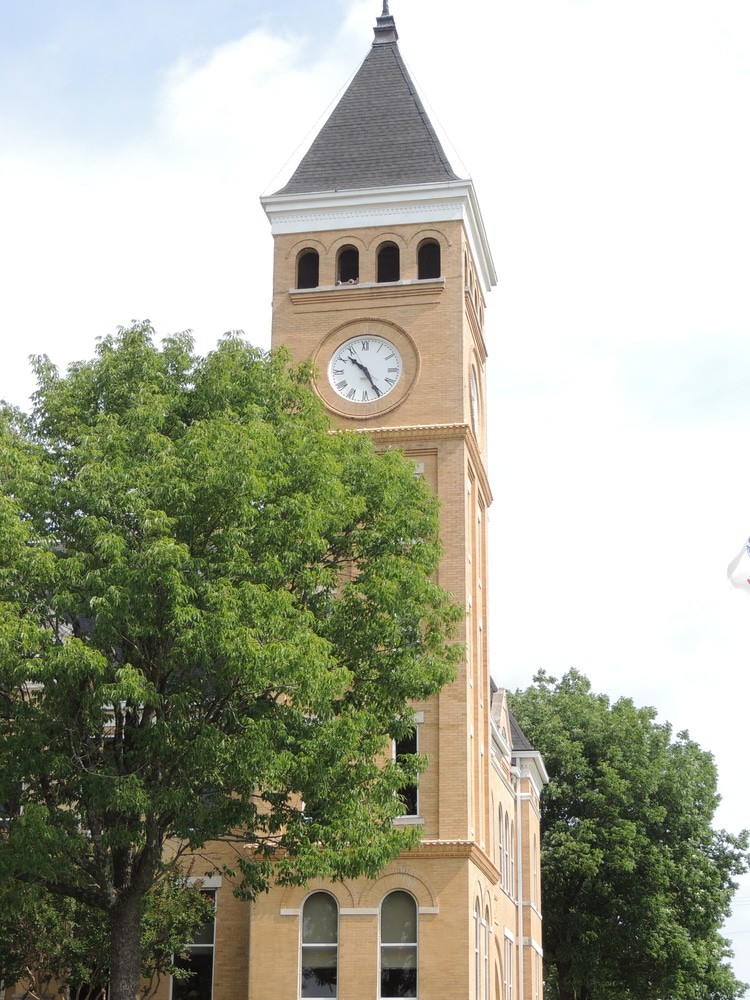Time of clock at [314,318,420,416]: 10:25
